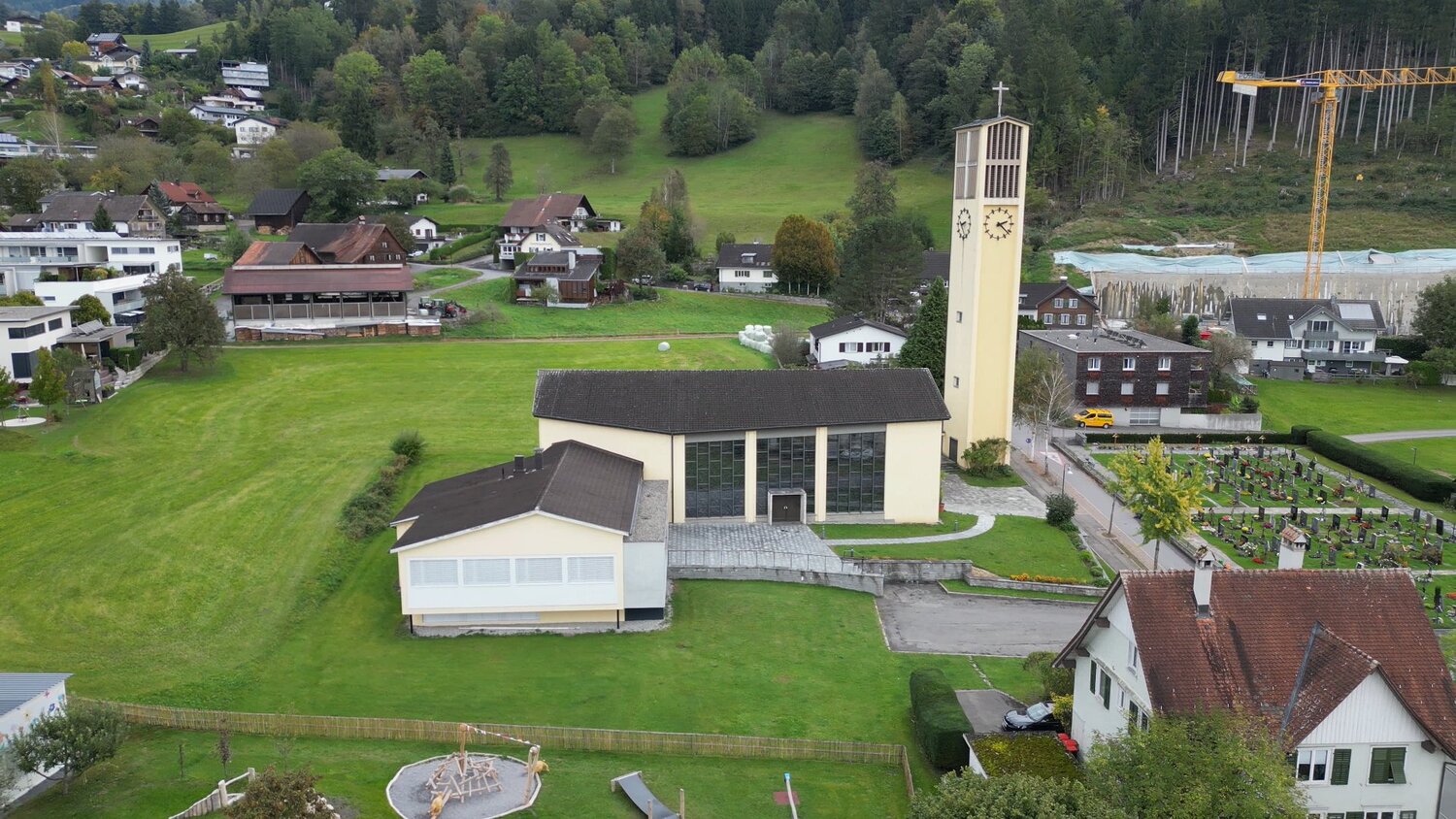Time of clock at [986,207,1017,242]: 2:21
